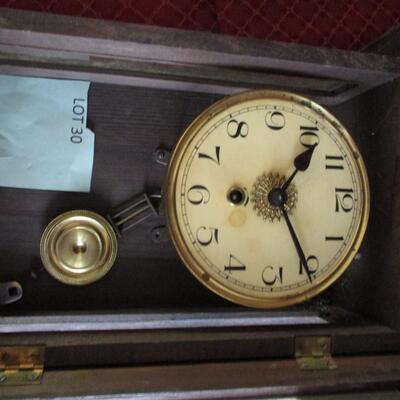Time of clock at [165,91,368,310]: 1:25
